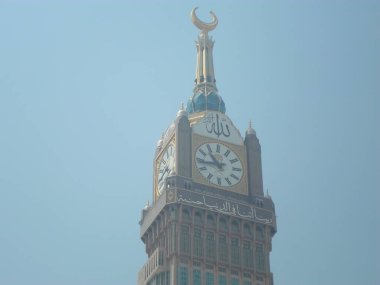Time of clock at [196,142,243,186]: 10:43
